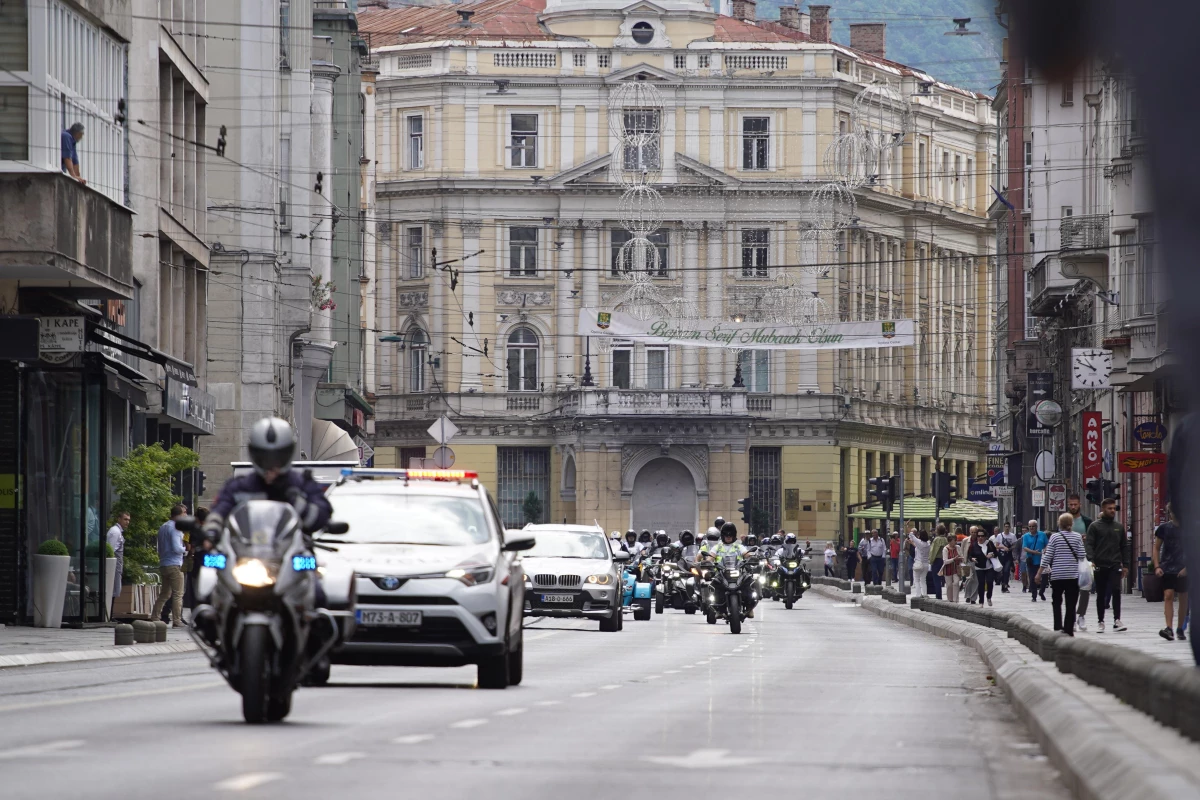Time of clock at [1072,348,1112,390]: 10:48
